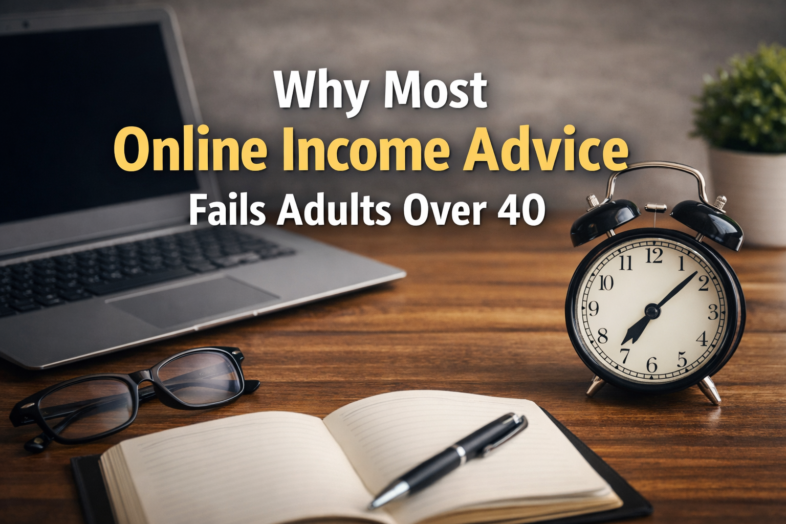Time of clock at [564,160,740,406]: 7:08
